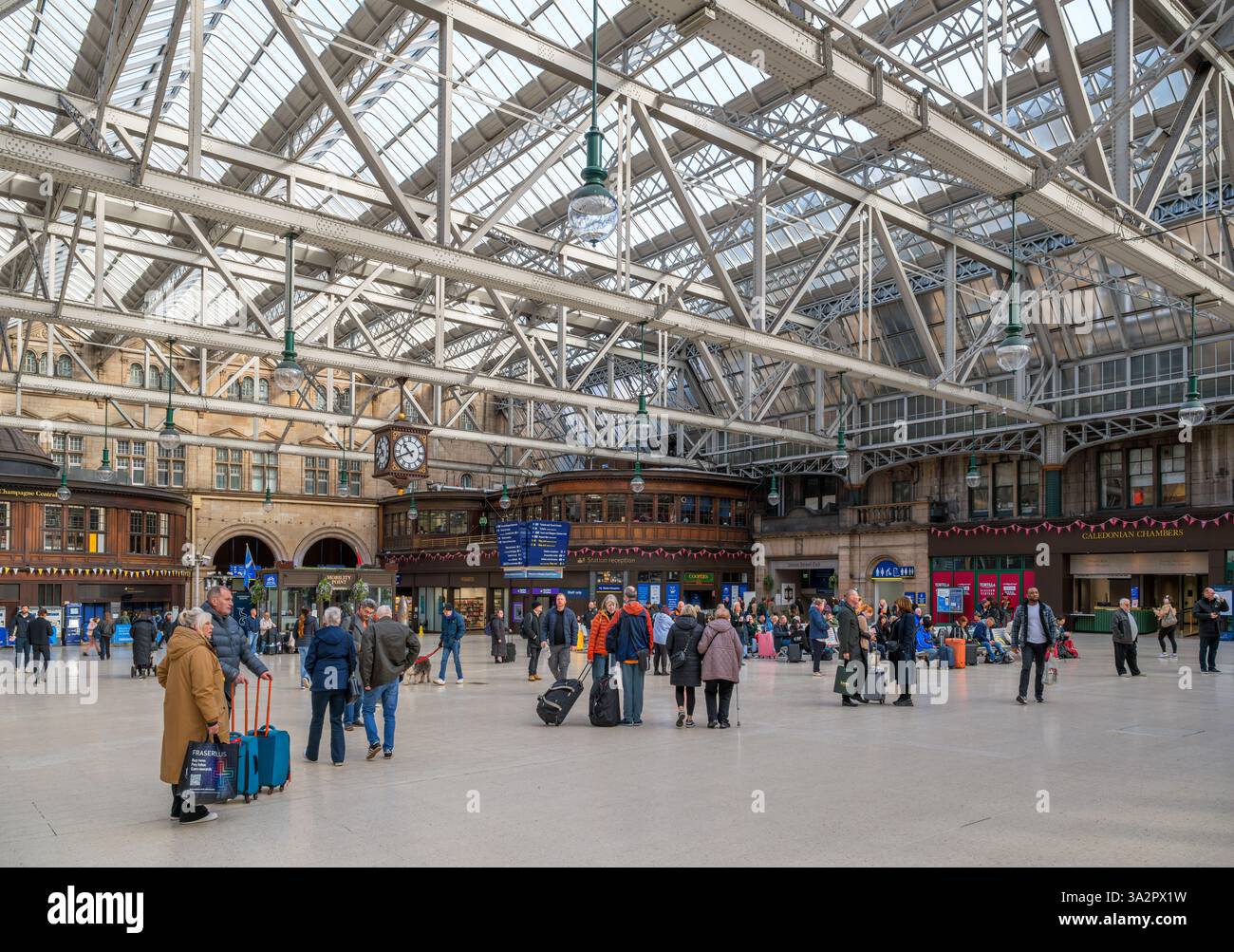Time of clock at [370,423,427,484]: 10:41
